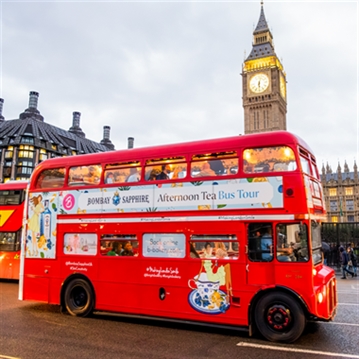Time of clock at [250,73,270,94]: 6:03
